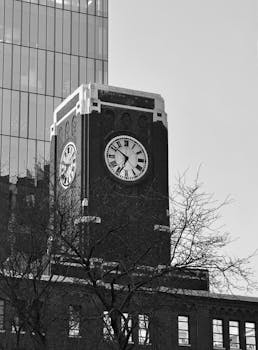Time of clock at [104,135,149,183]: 6:51
